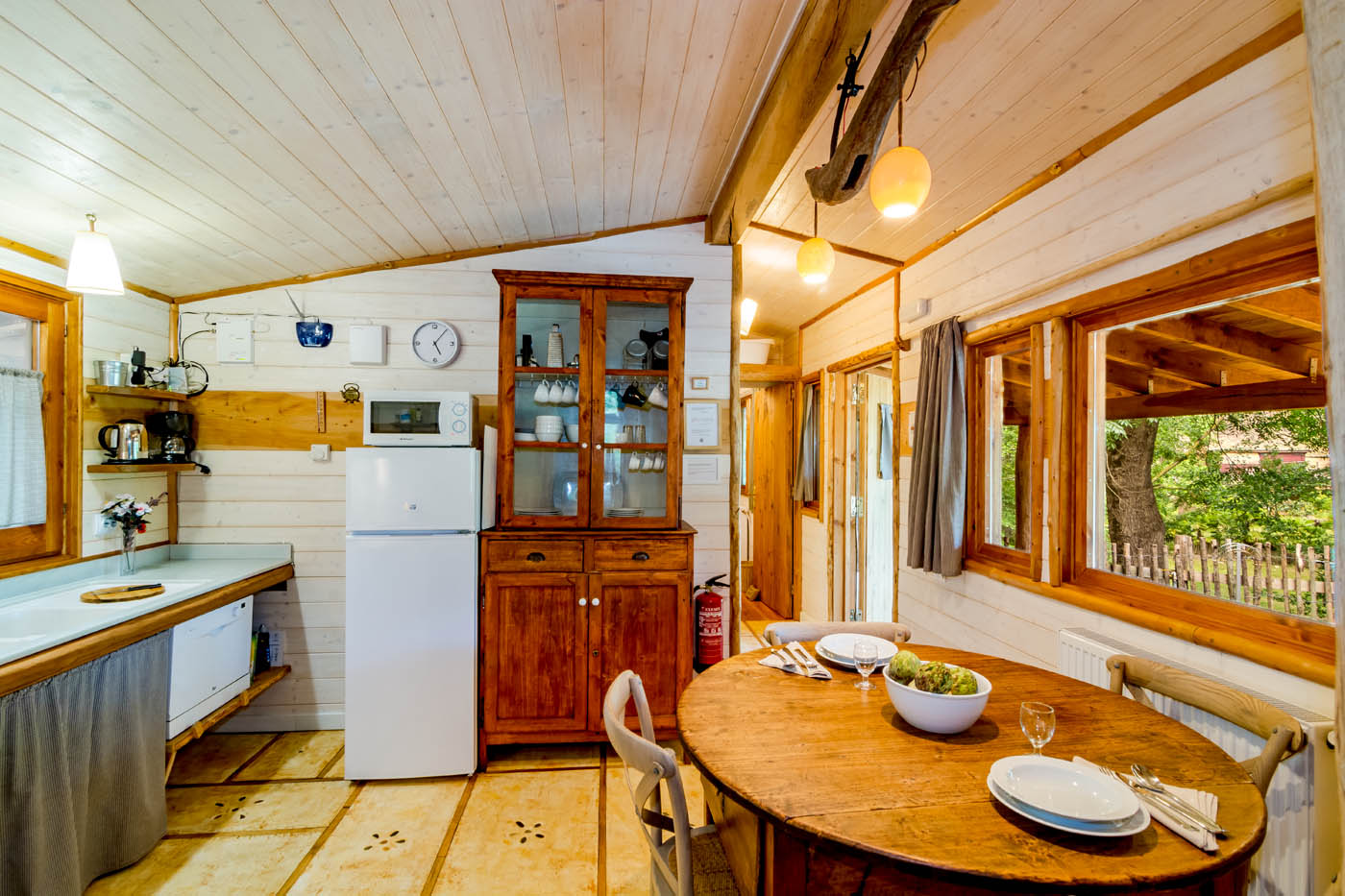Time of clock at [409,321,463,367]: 5:06
